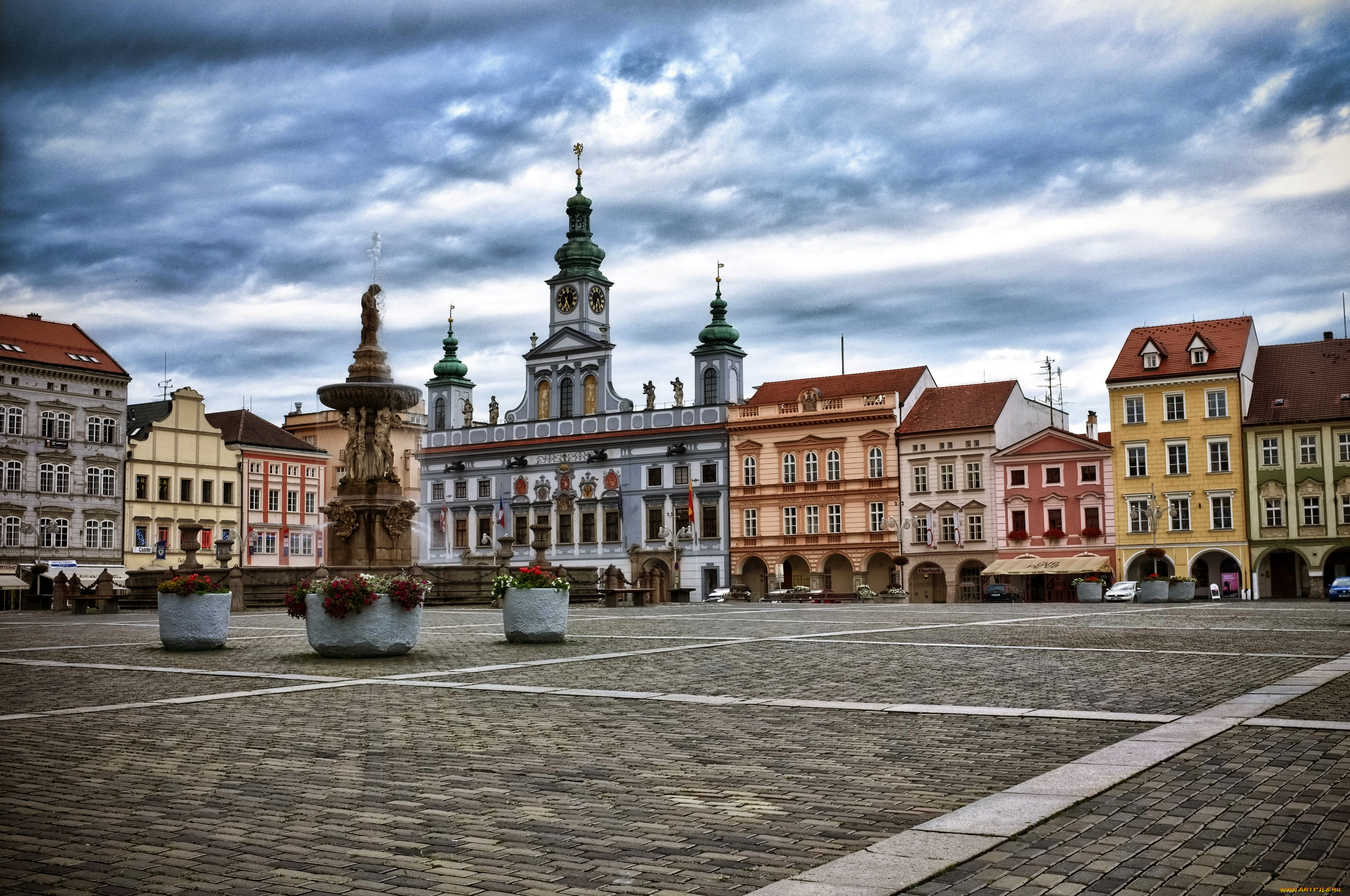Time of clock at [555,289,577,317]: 6:25
